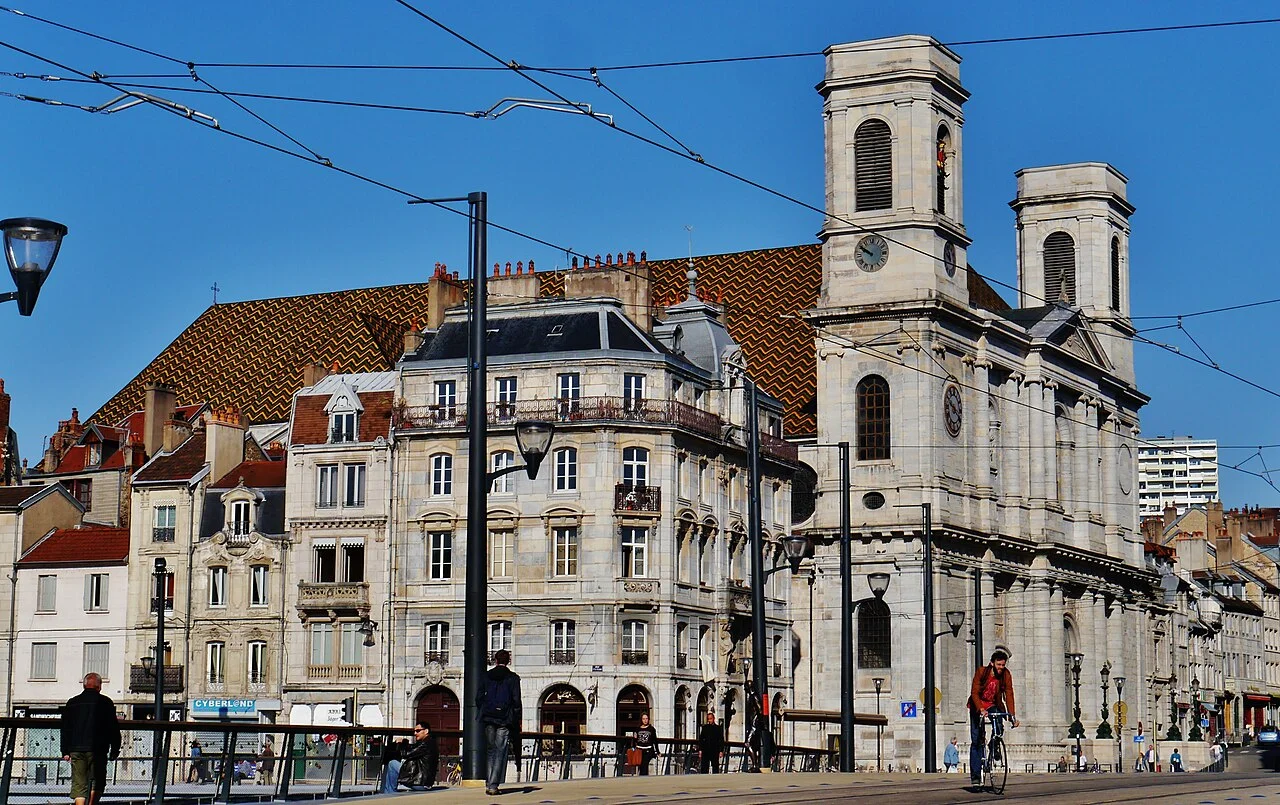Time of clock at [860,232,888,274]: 9:50
